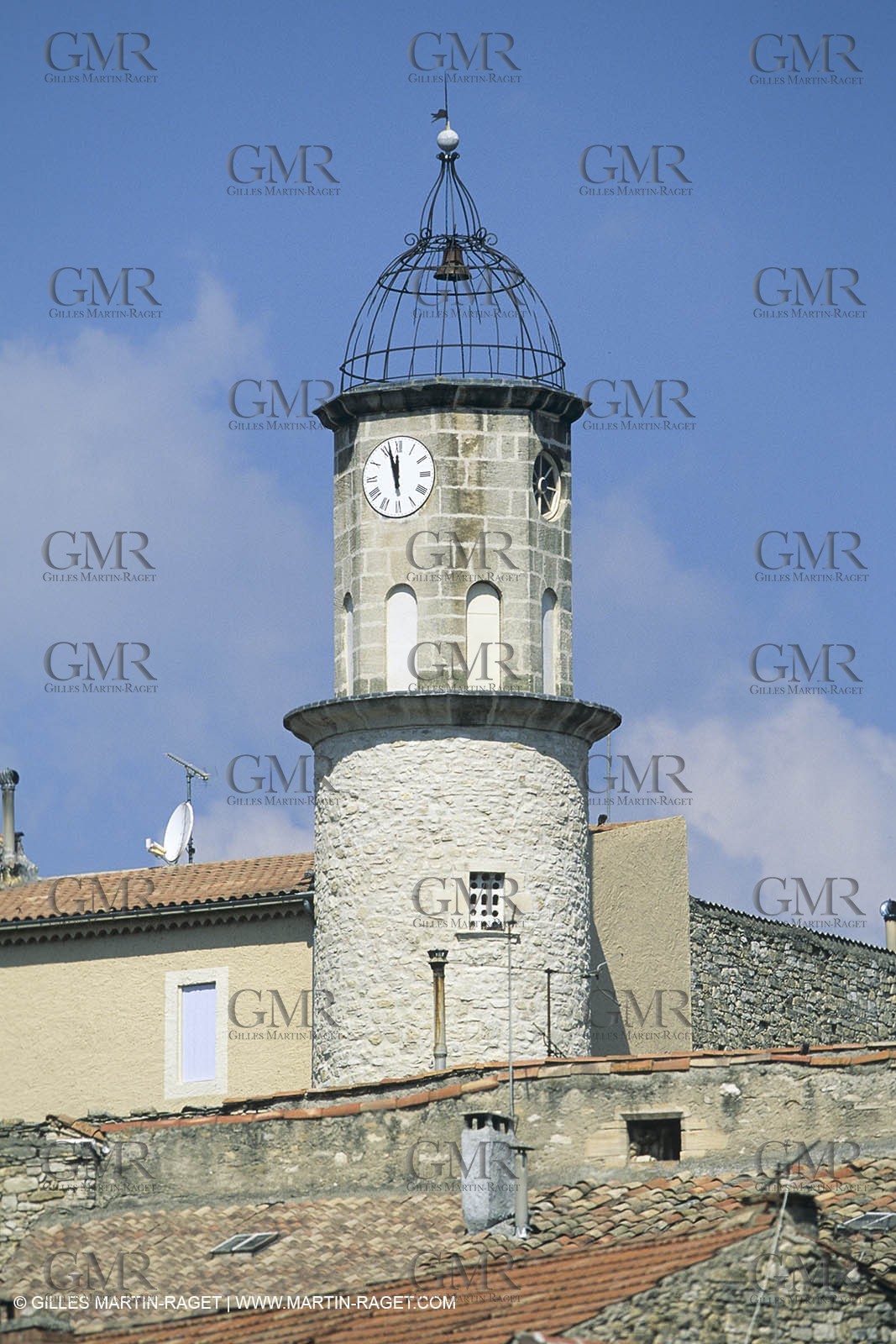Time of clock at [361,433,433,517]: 11:56
